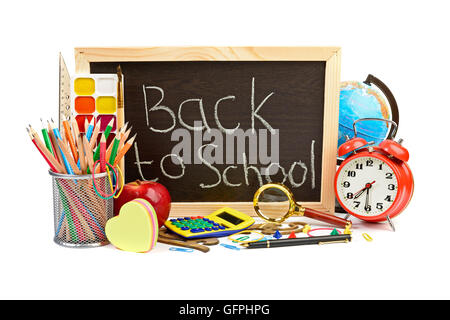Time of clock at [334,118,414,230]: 7:30
